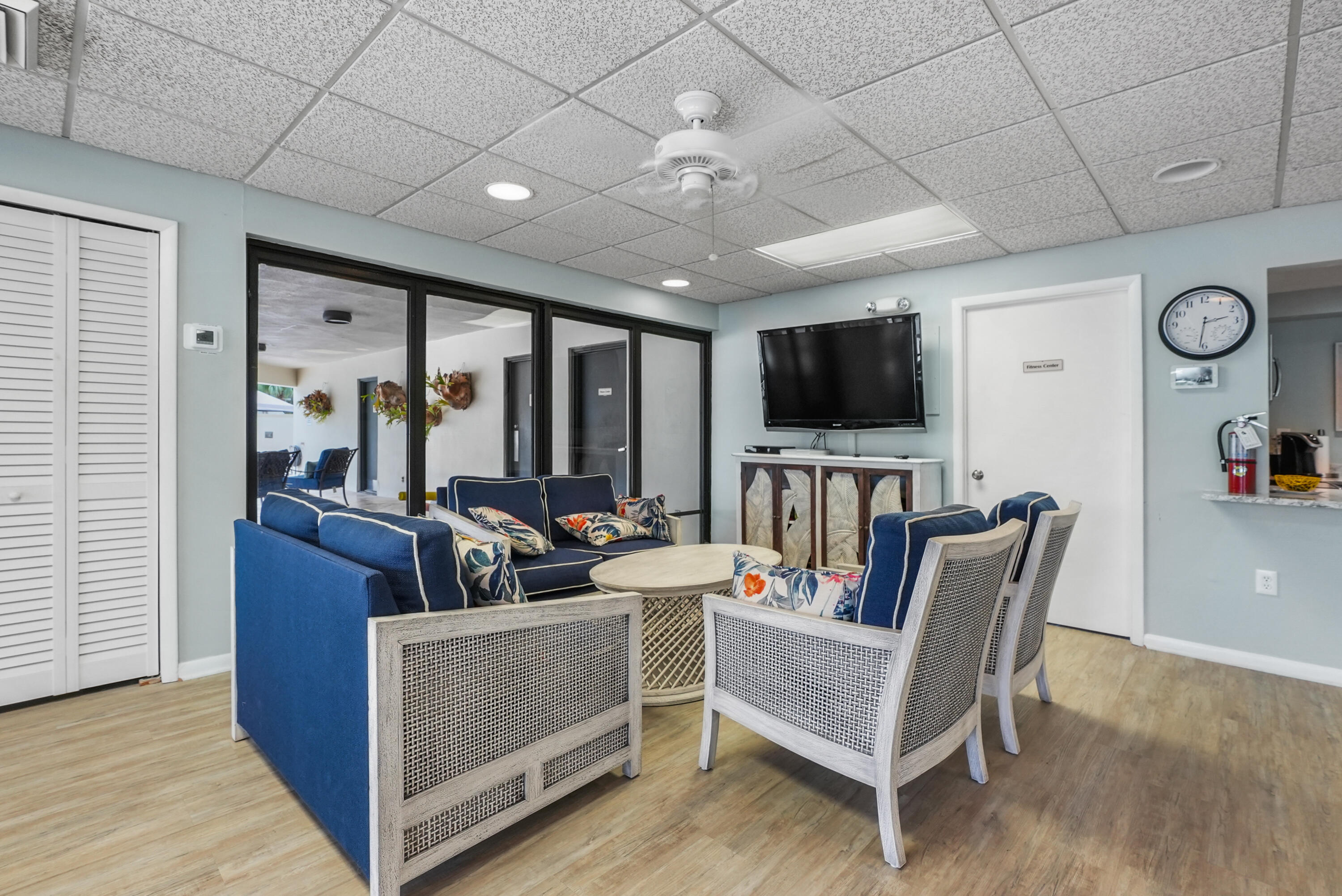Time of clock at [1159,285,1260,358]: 2:31
